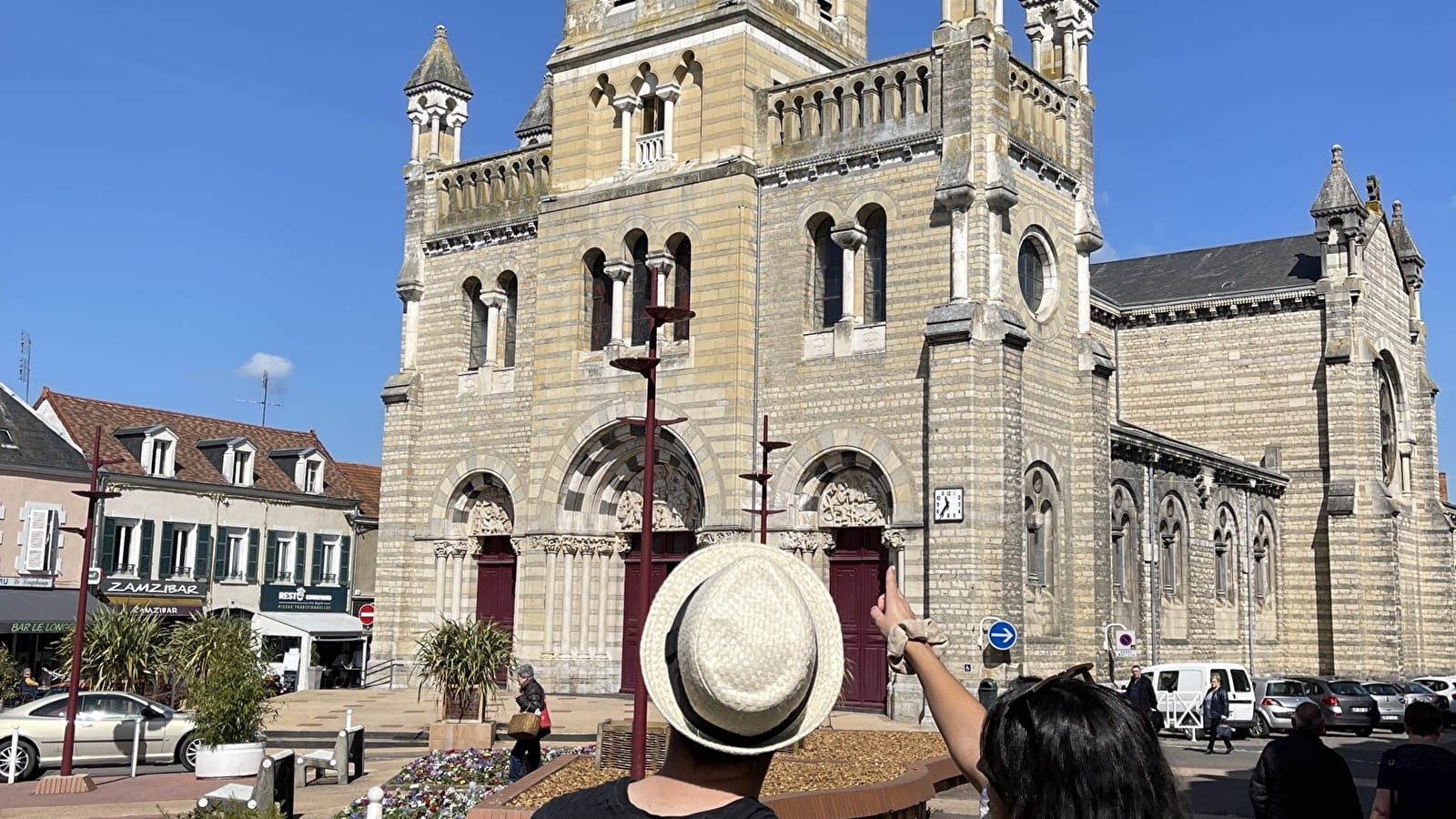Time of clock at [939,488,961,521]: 11:36
